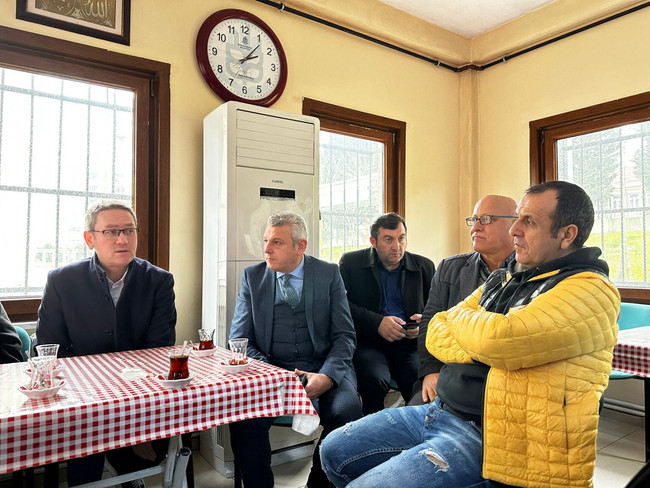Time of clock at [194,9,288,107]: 2:06
